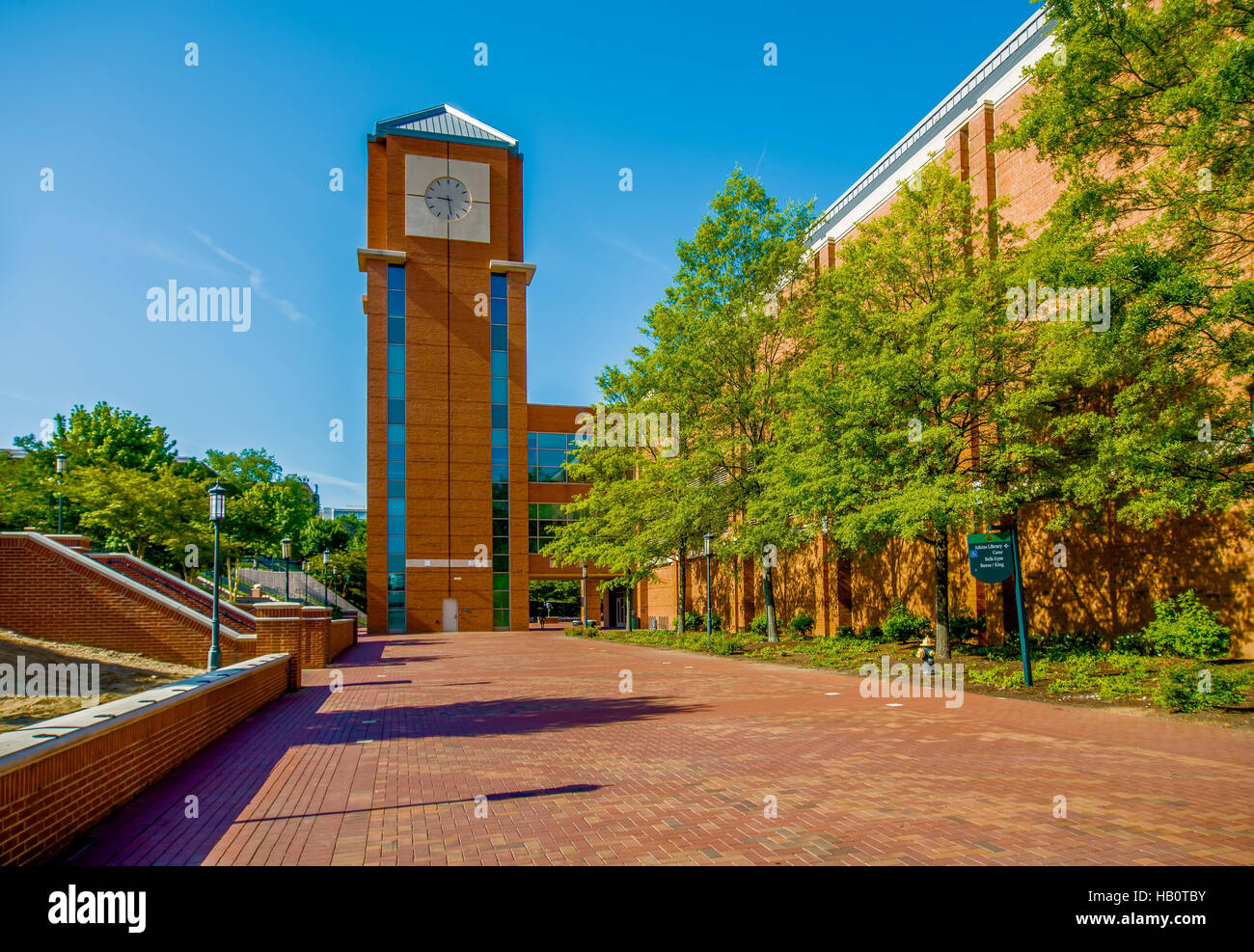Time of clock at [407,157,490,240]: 5:45
